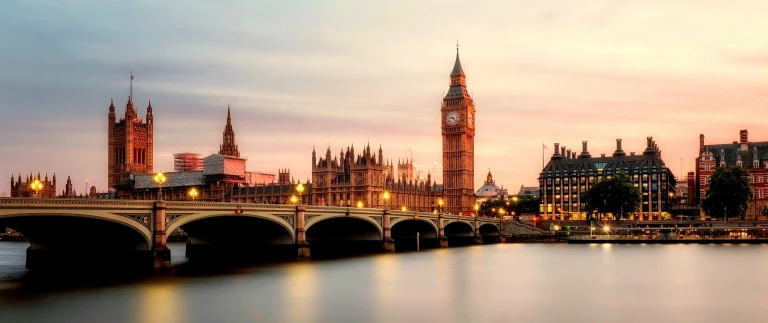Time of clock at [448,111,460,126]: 9:22
